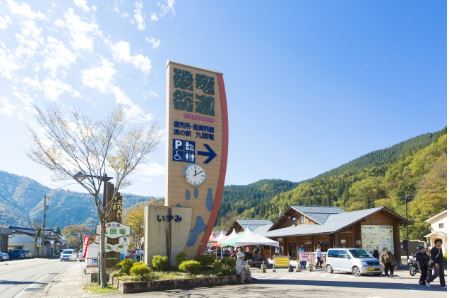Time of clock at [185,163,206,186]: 12:09
